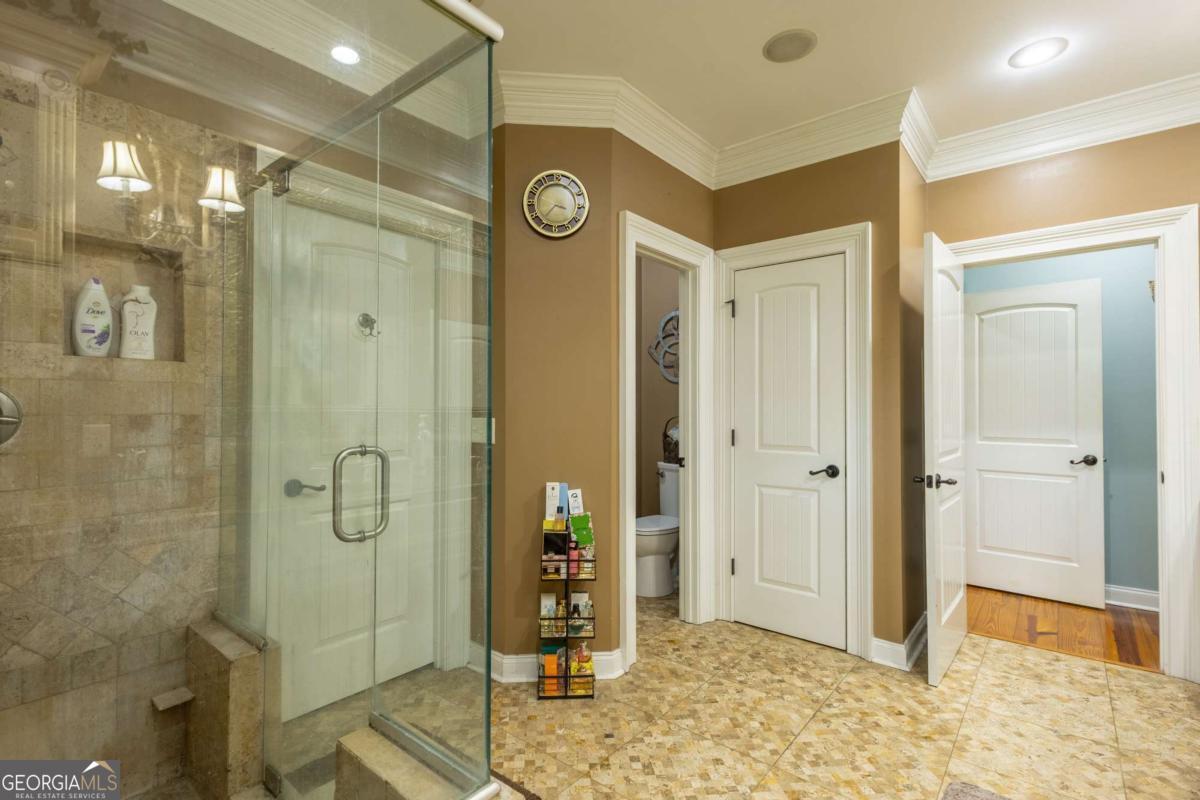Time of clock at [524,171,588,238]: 3:36
